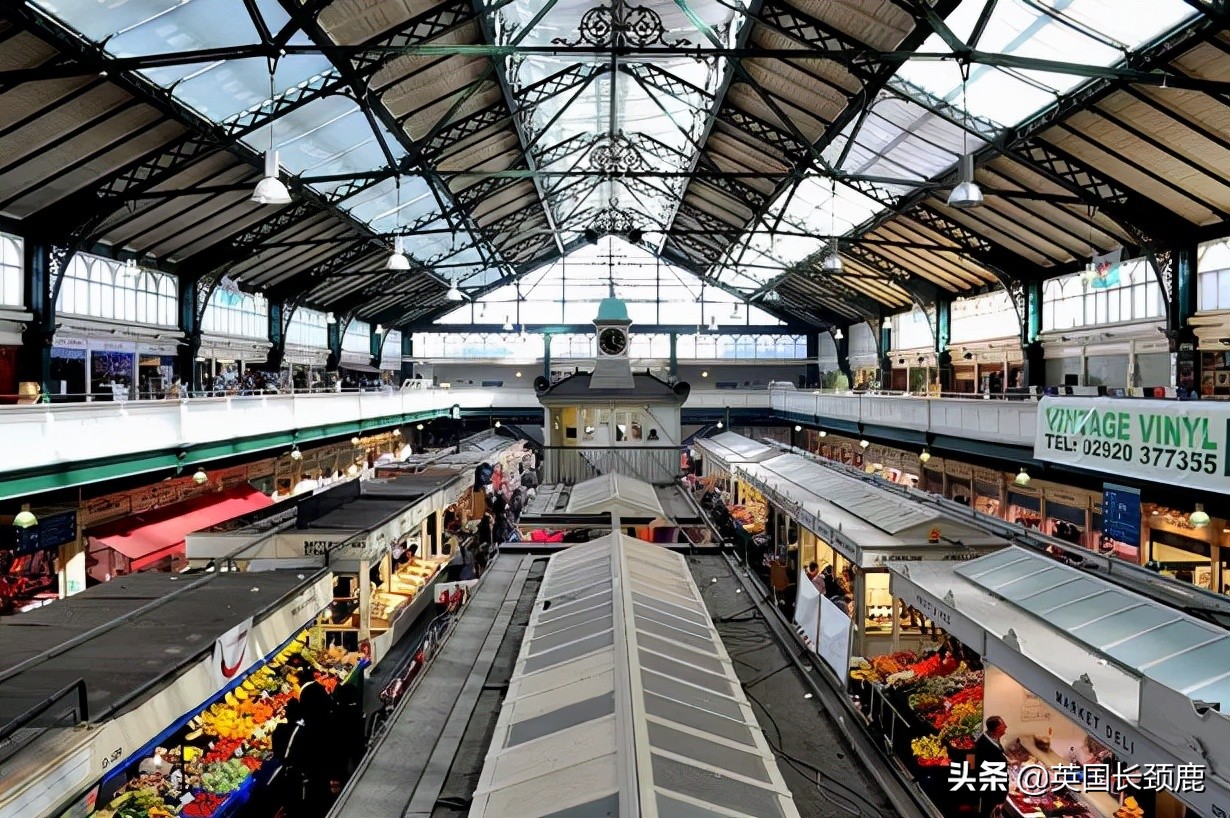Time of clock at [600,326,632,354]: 12:20
